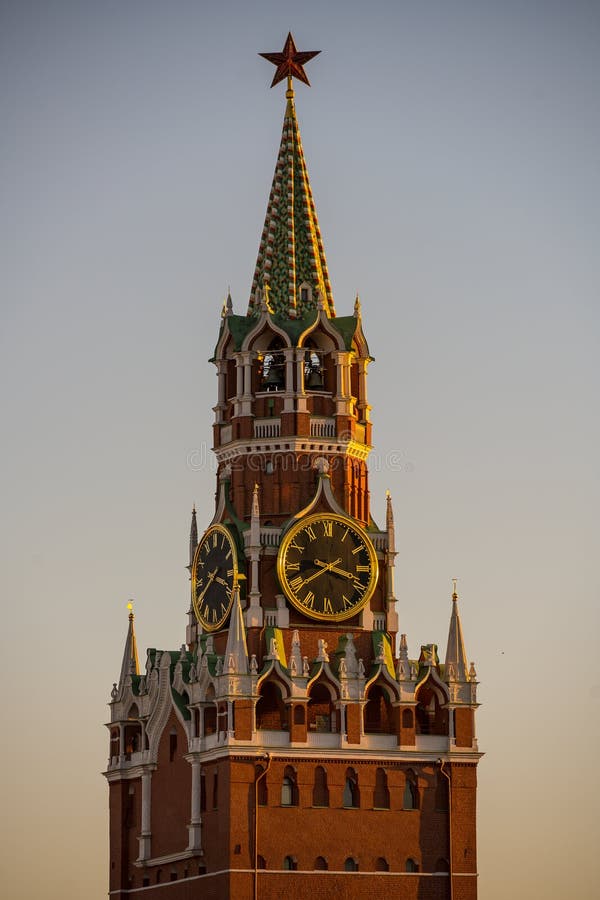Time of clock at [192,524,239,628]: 3:40
